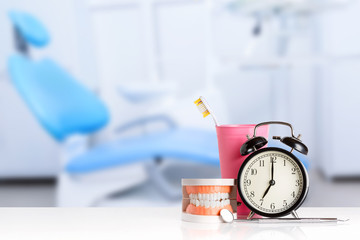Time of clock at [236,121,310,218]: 7:00
